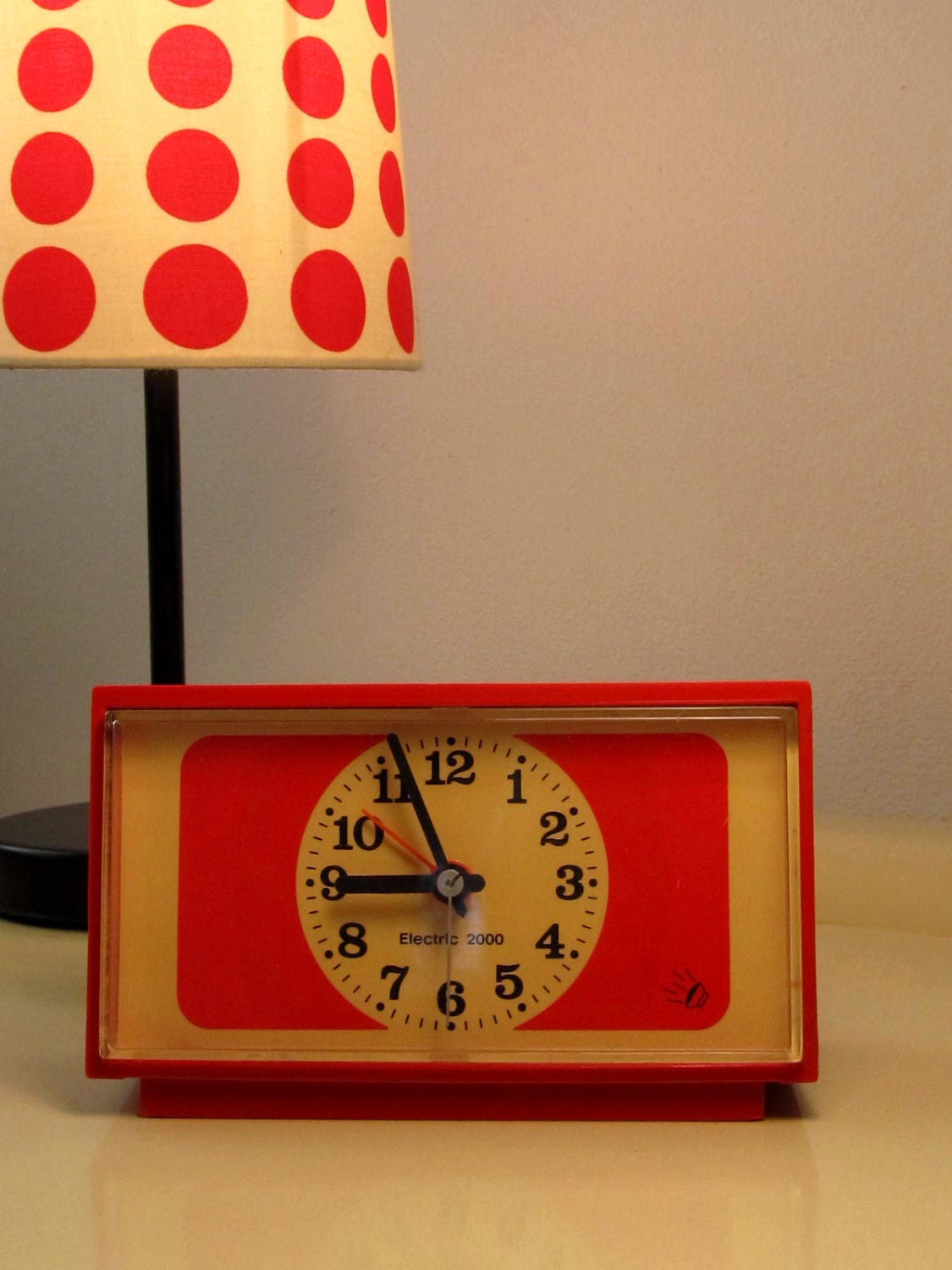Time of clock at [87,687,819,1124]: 8:56
